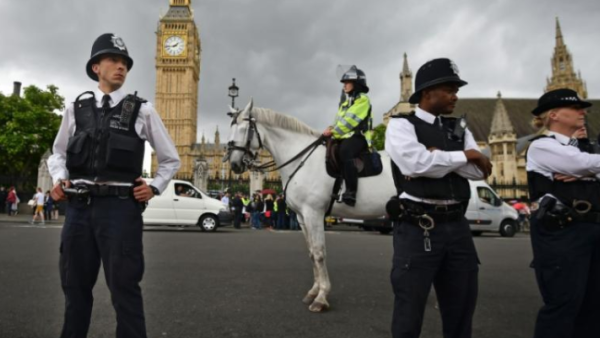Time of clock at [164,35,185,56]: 1:43
